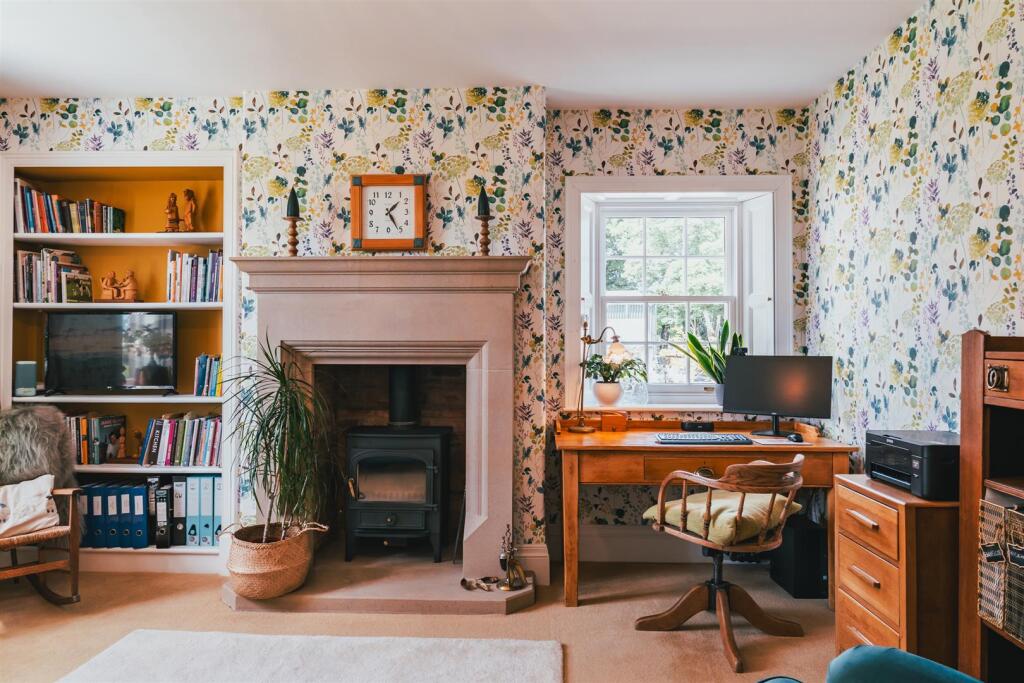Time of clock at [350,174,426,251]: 1:25
